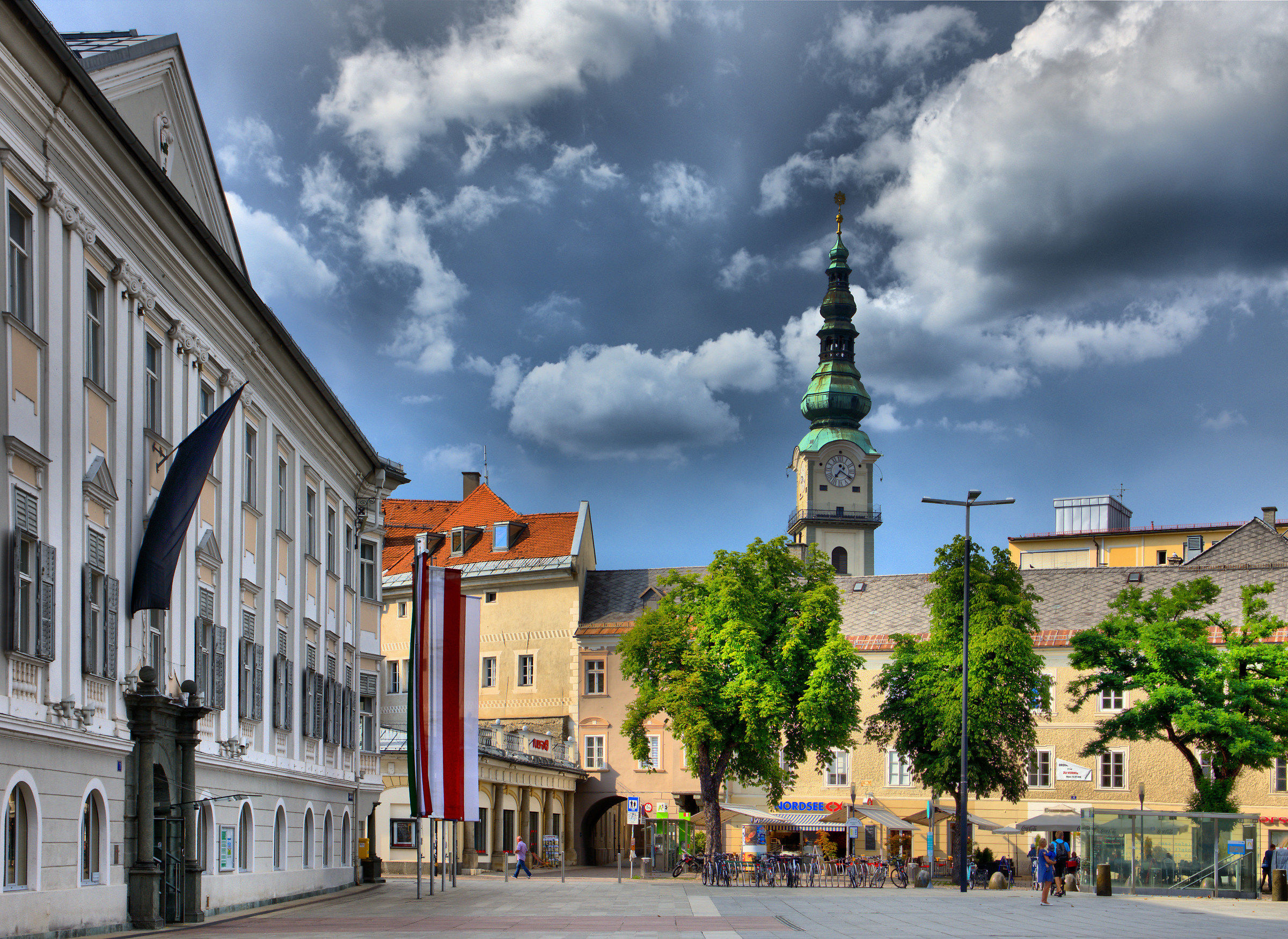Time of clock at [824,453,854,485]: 7:20
